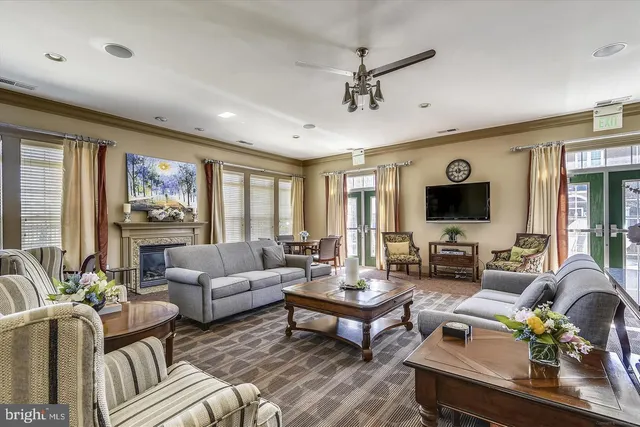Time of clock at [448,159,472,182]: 6:14
